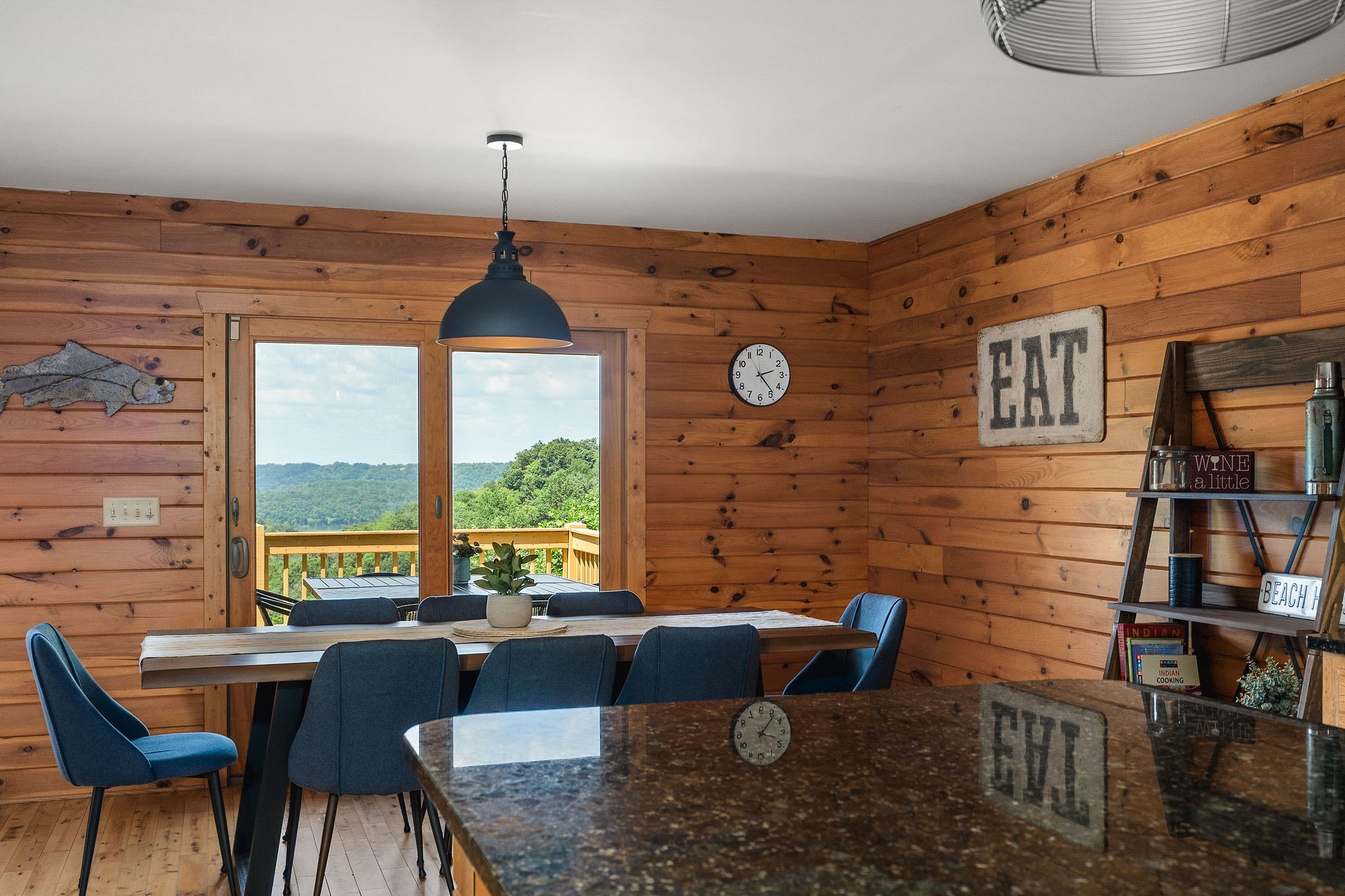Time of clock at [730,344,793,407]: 2:23
